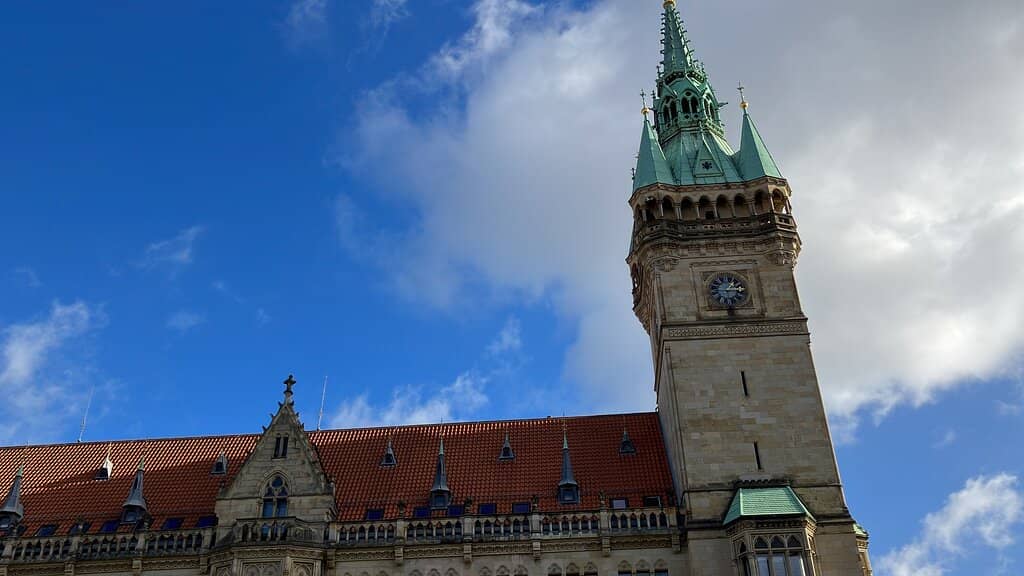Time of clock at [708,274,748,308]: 1:13
